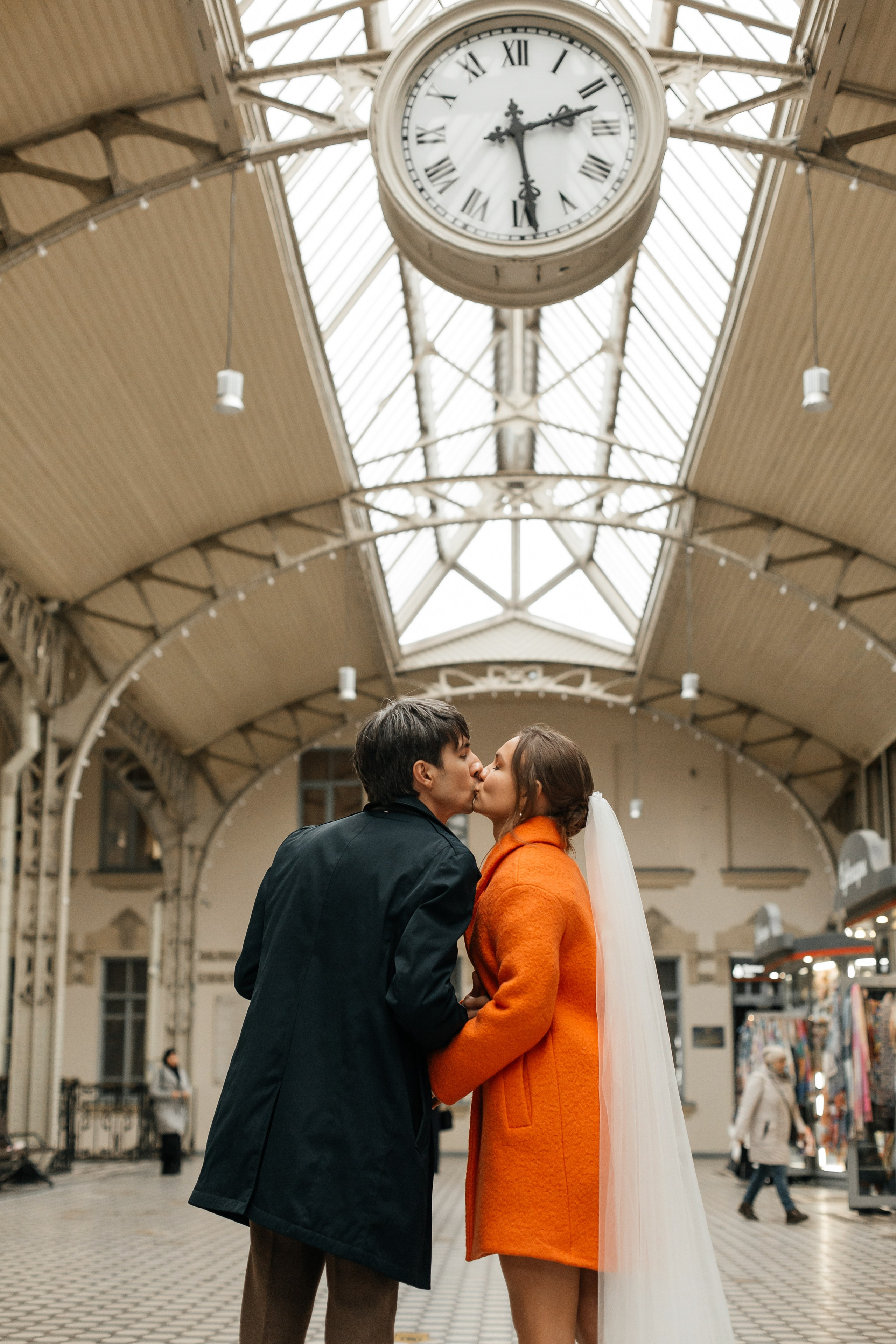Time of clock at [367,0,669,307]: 2:28
